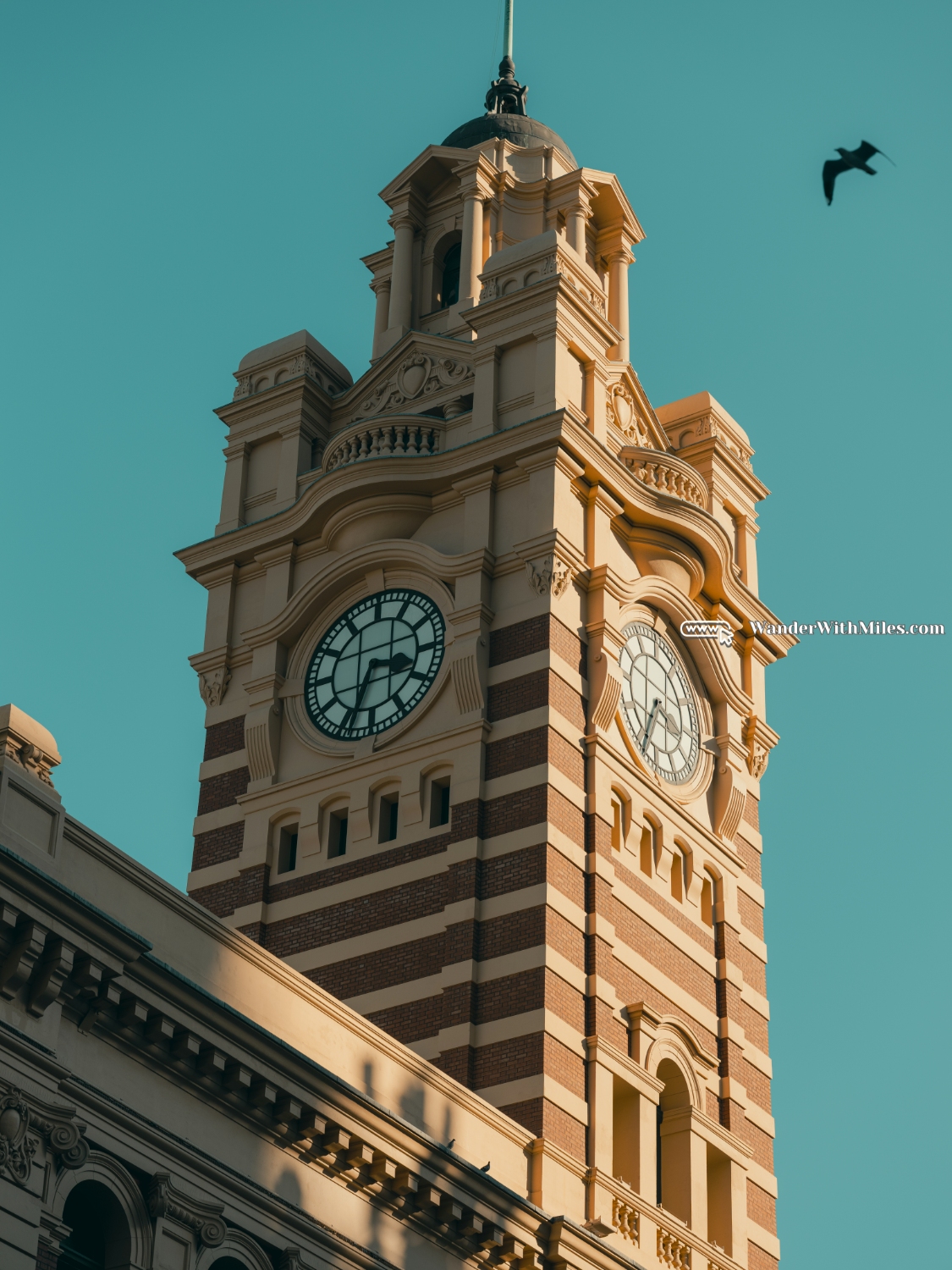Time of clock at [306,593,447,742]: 3:33
